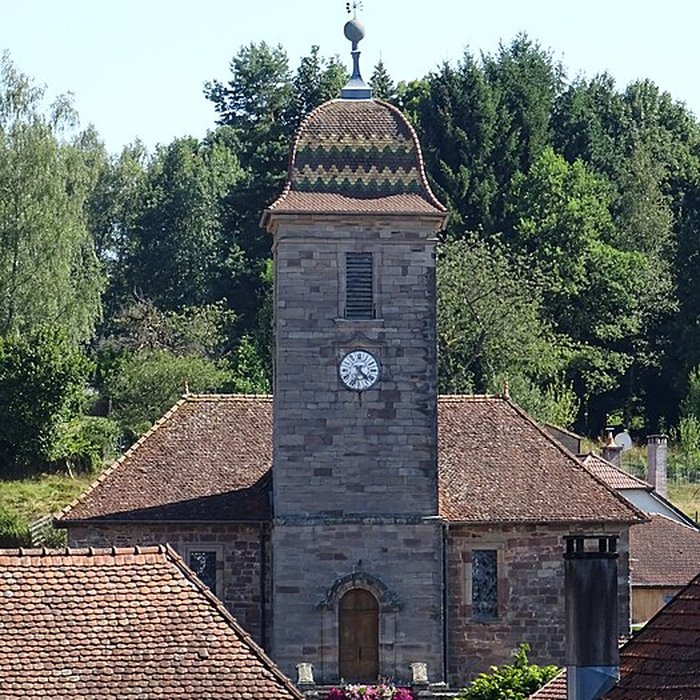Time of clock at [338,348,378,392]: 4:33
